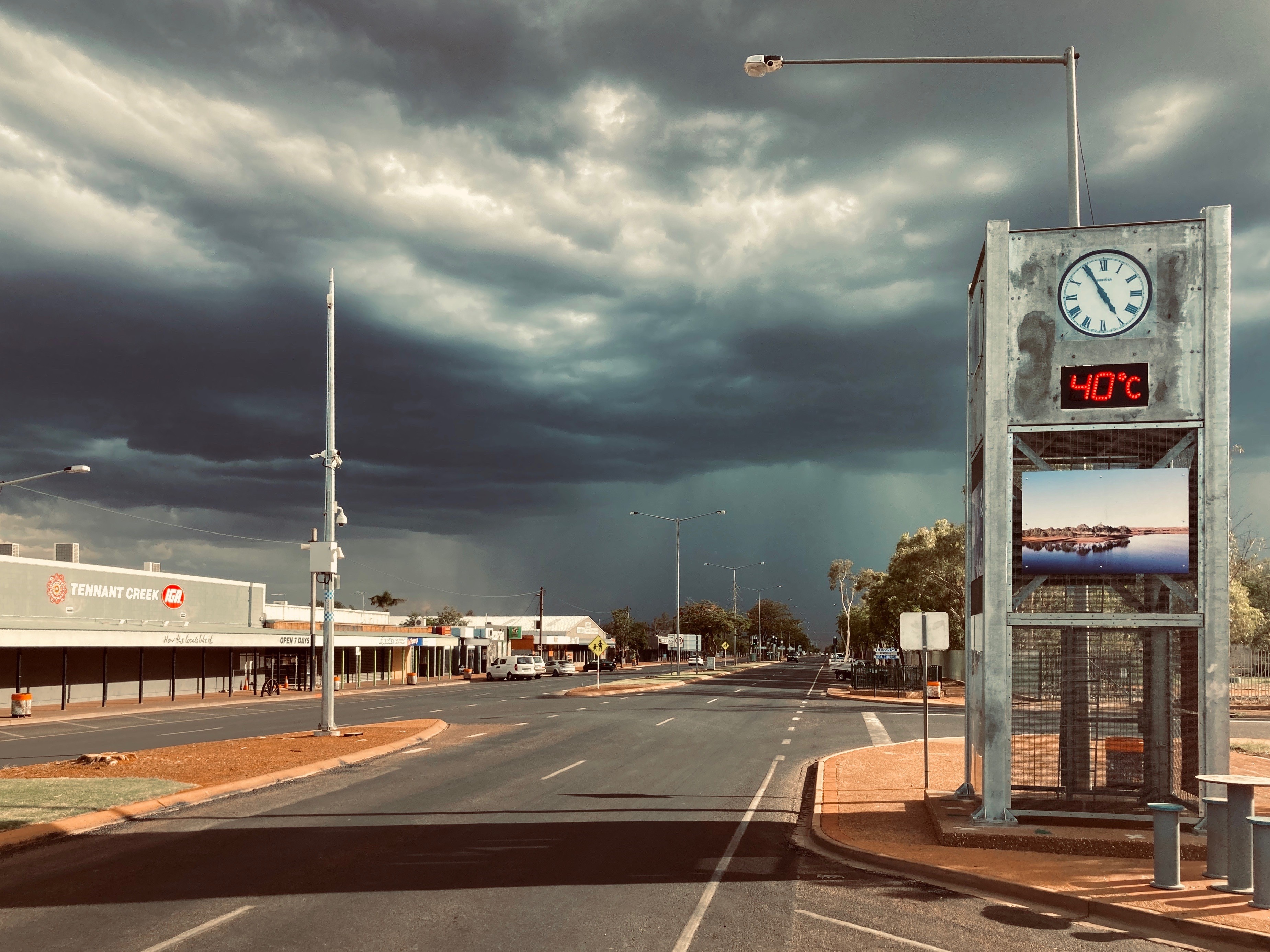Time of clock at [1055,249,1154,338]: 4:54
